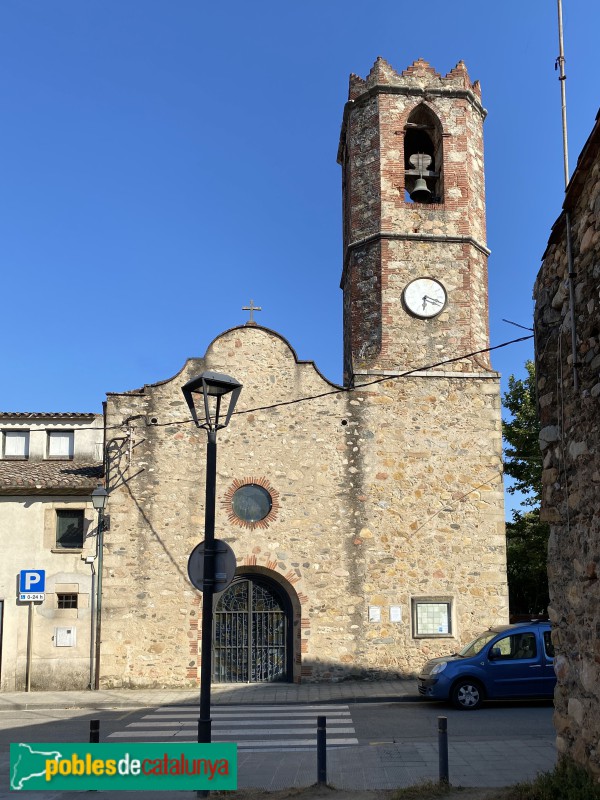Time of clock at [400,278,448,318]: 6:18
